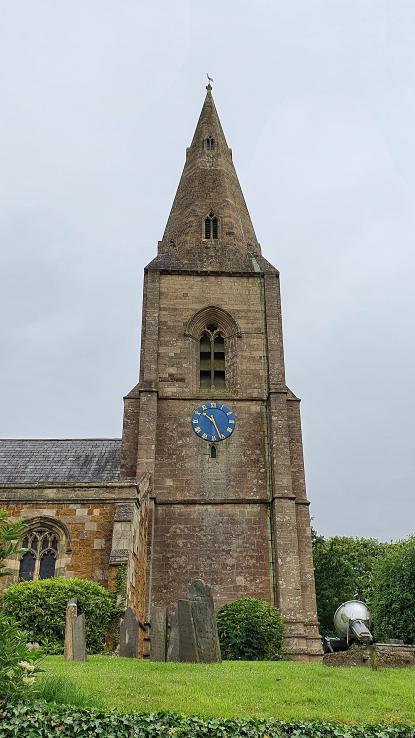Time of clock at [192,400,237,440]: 10:26
